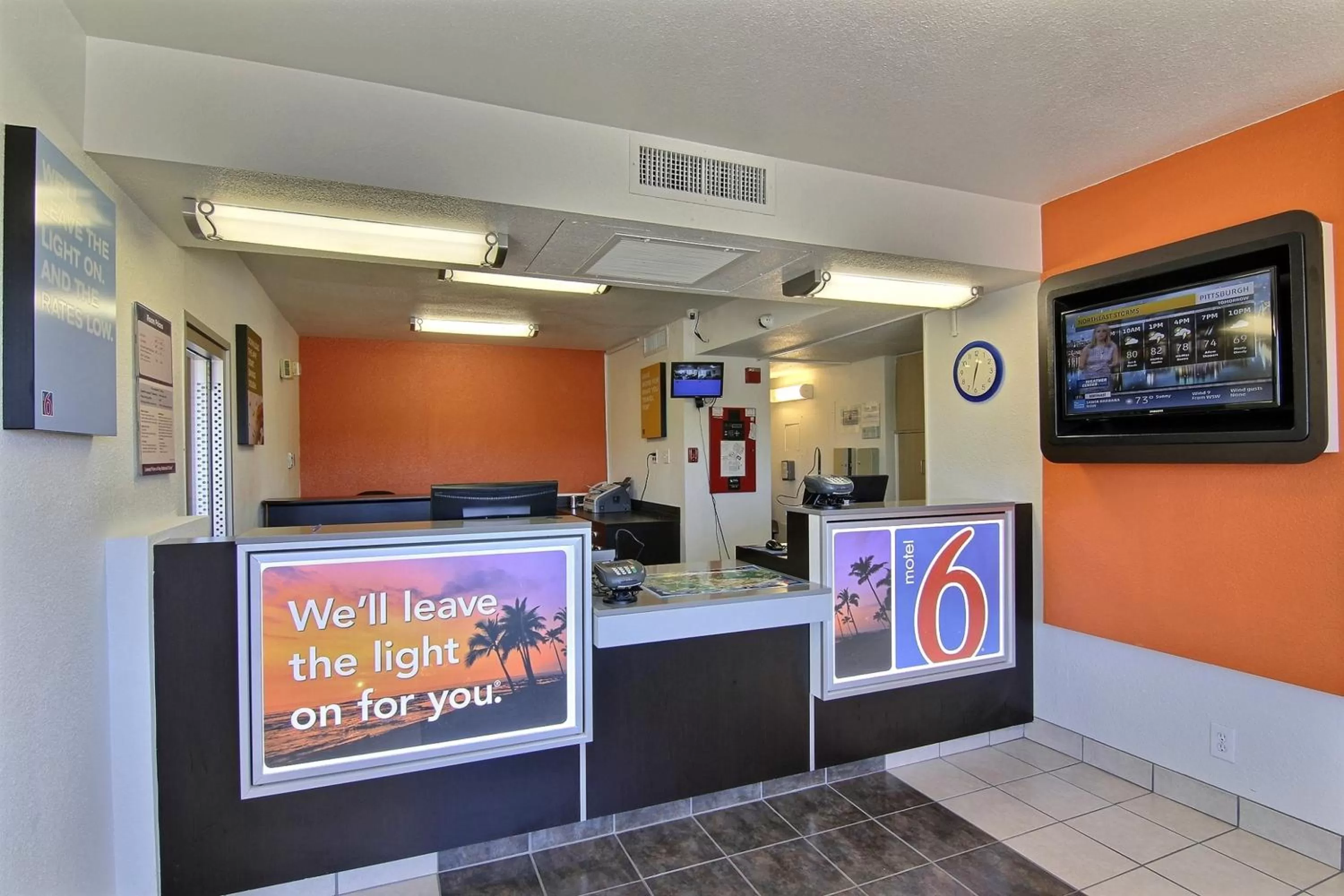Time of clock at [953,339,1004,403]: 12:32
